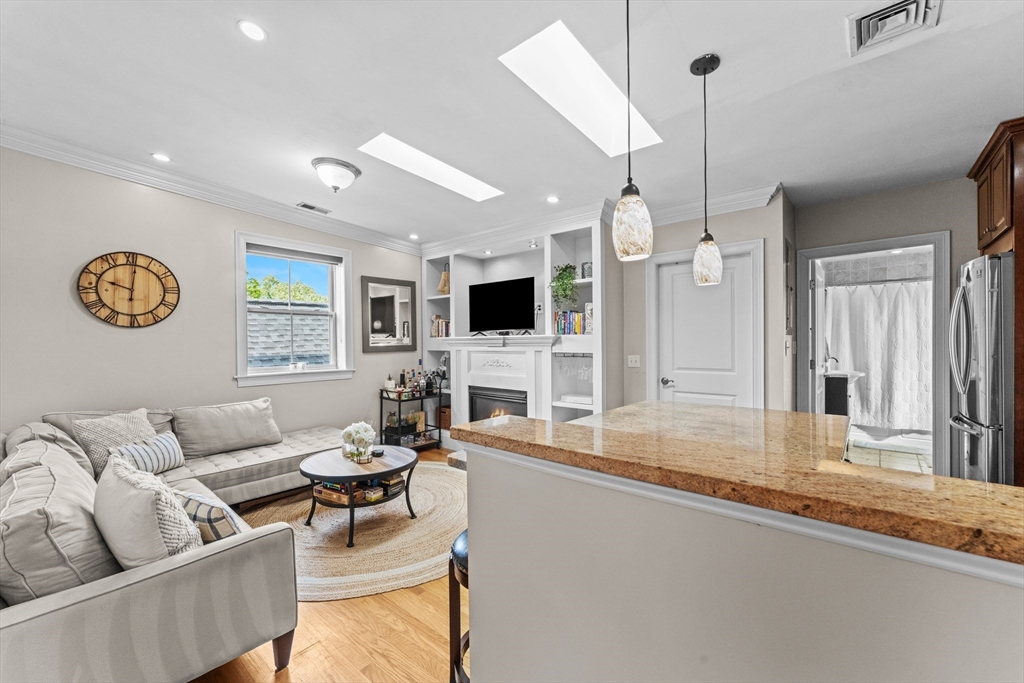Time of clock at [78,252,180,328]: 10:01
